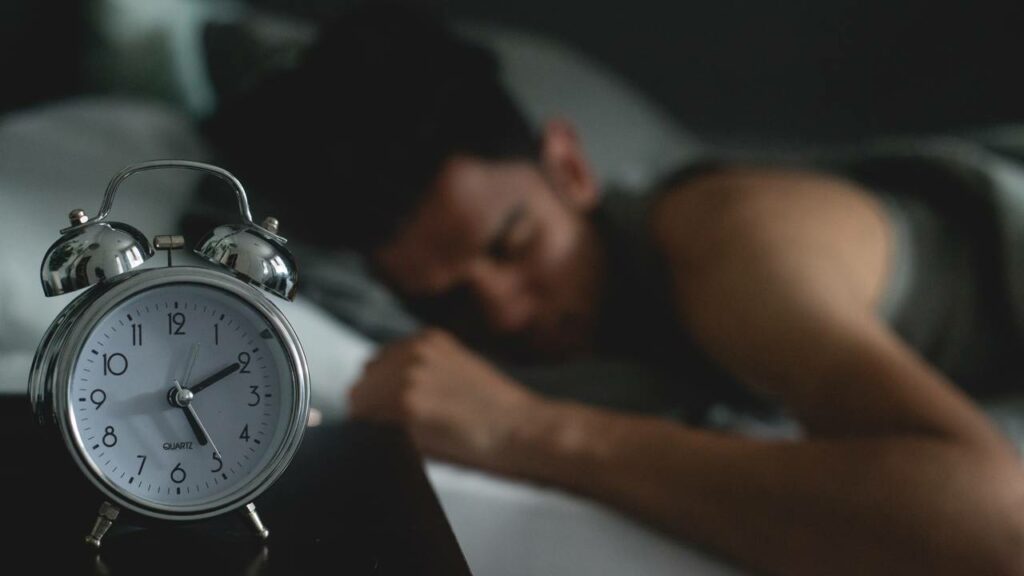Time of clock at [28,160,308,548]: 5:10
